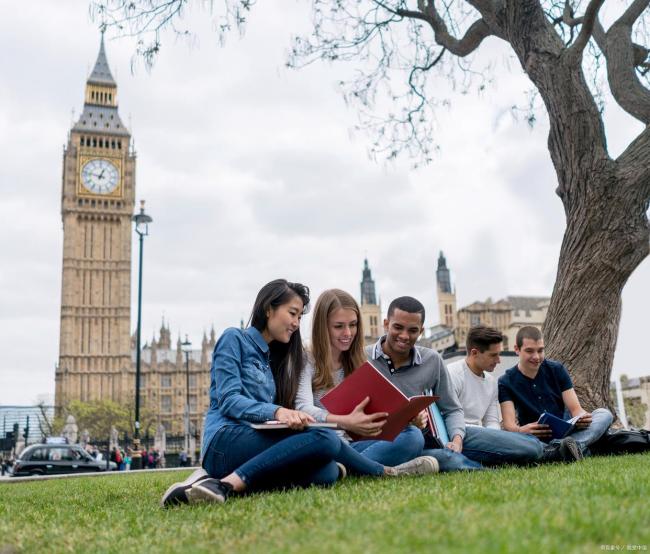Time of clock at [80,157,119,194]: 12:47
